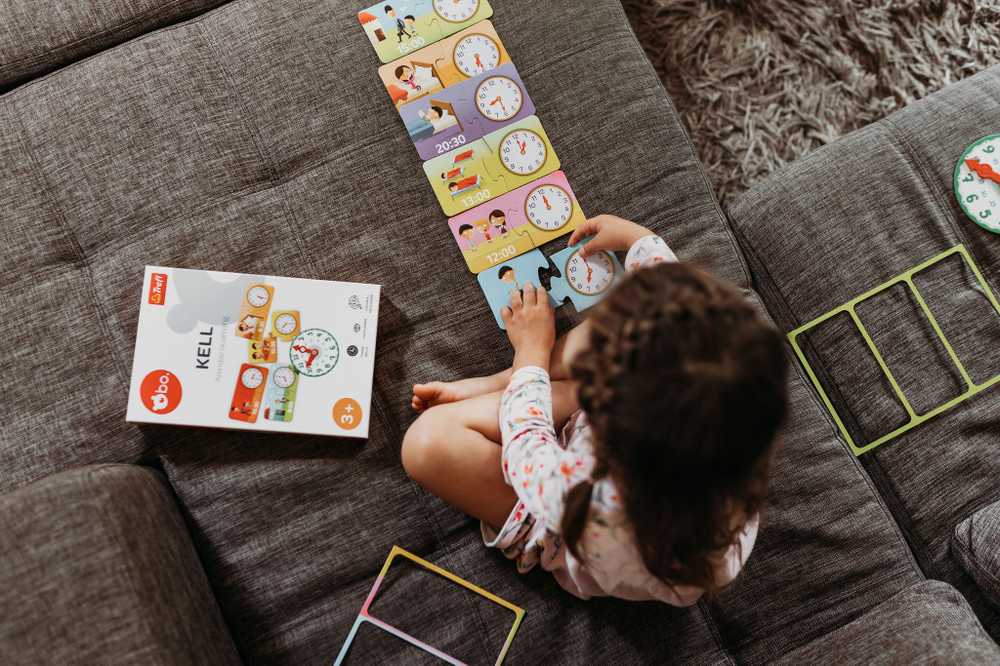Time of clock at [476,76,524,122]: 7:25
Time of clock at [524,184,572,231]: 12:00
